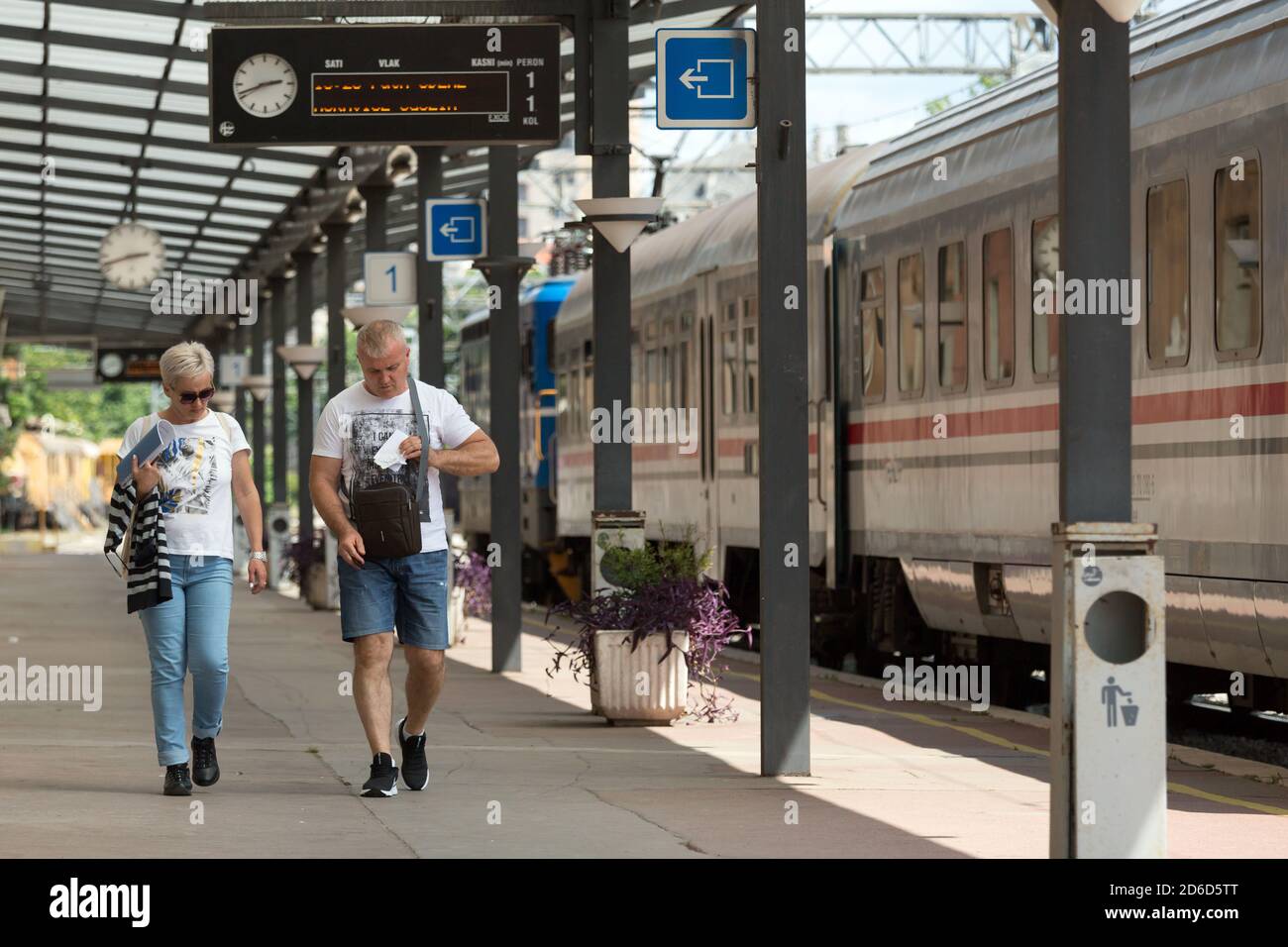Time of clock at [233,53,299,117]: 2:41
